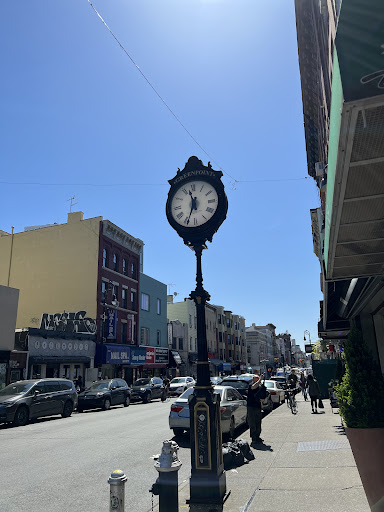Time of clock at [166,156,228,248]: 11:34
